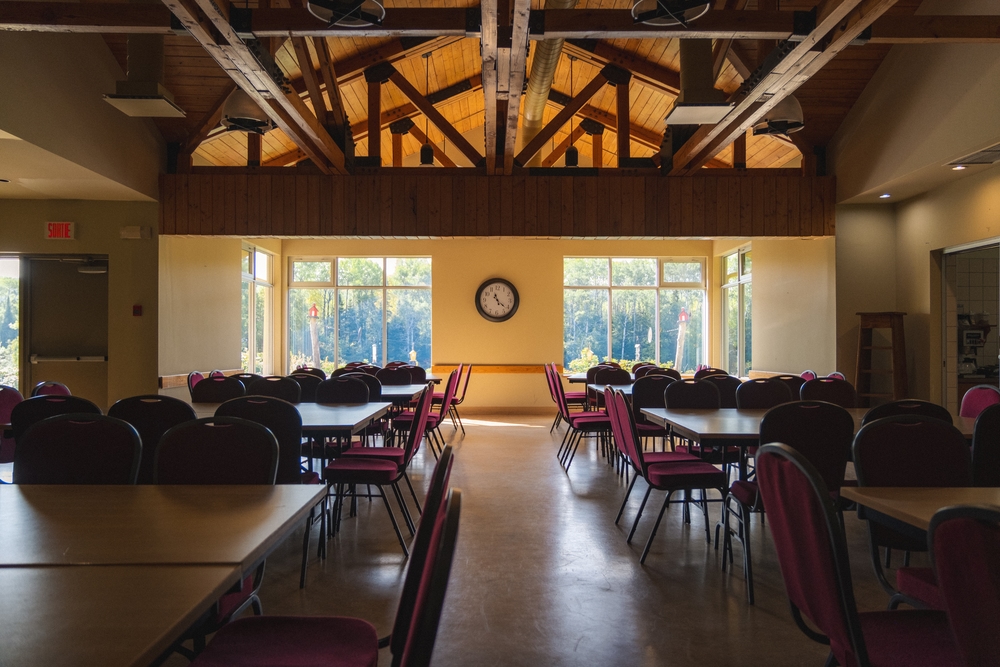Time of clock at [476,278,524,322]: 11:21
